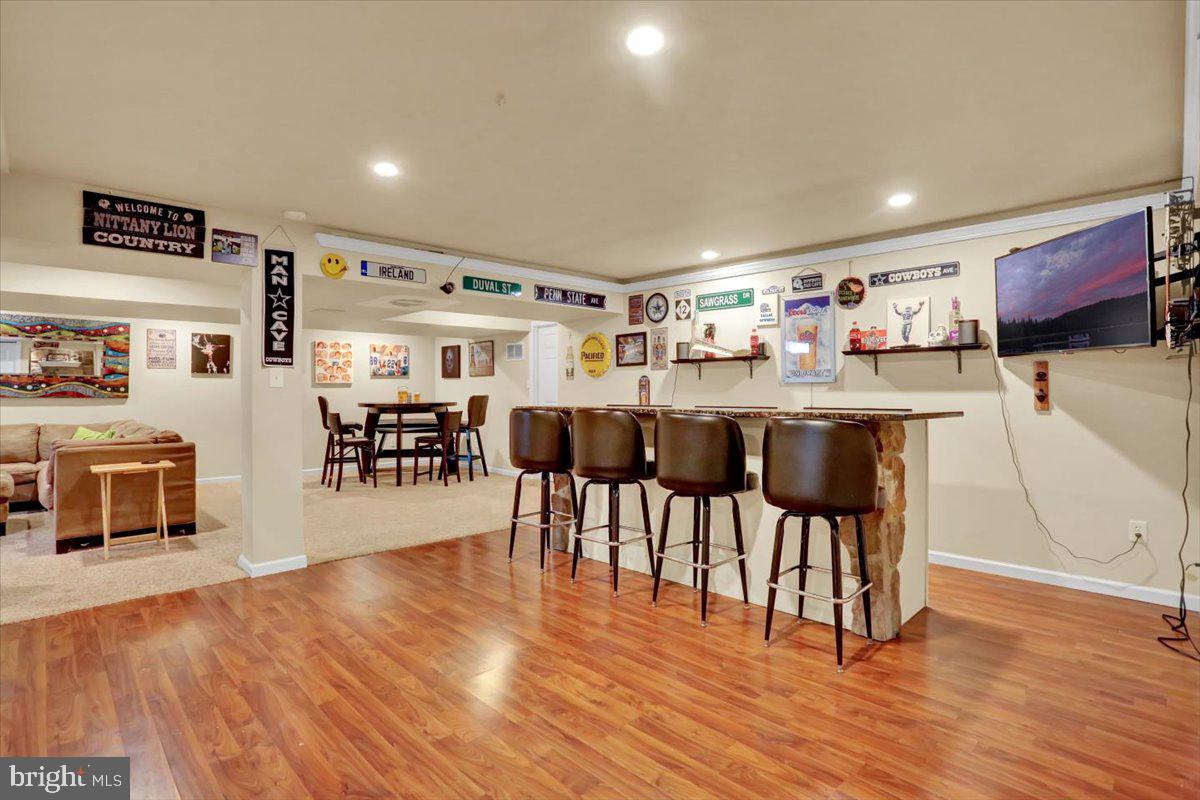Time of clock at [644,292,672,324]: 11:46
